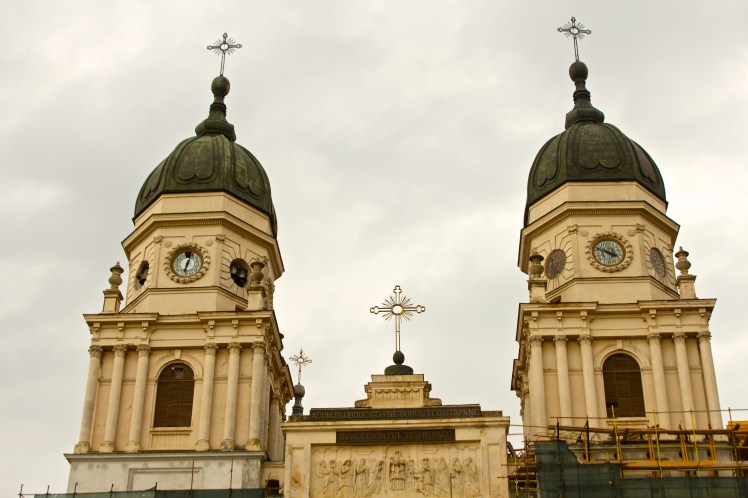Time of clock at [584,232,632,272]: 3:48
